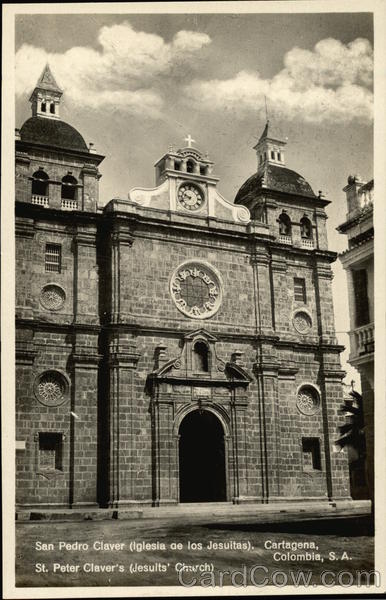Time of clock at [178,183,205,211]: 9:42
